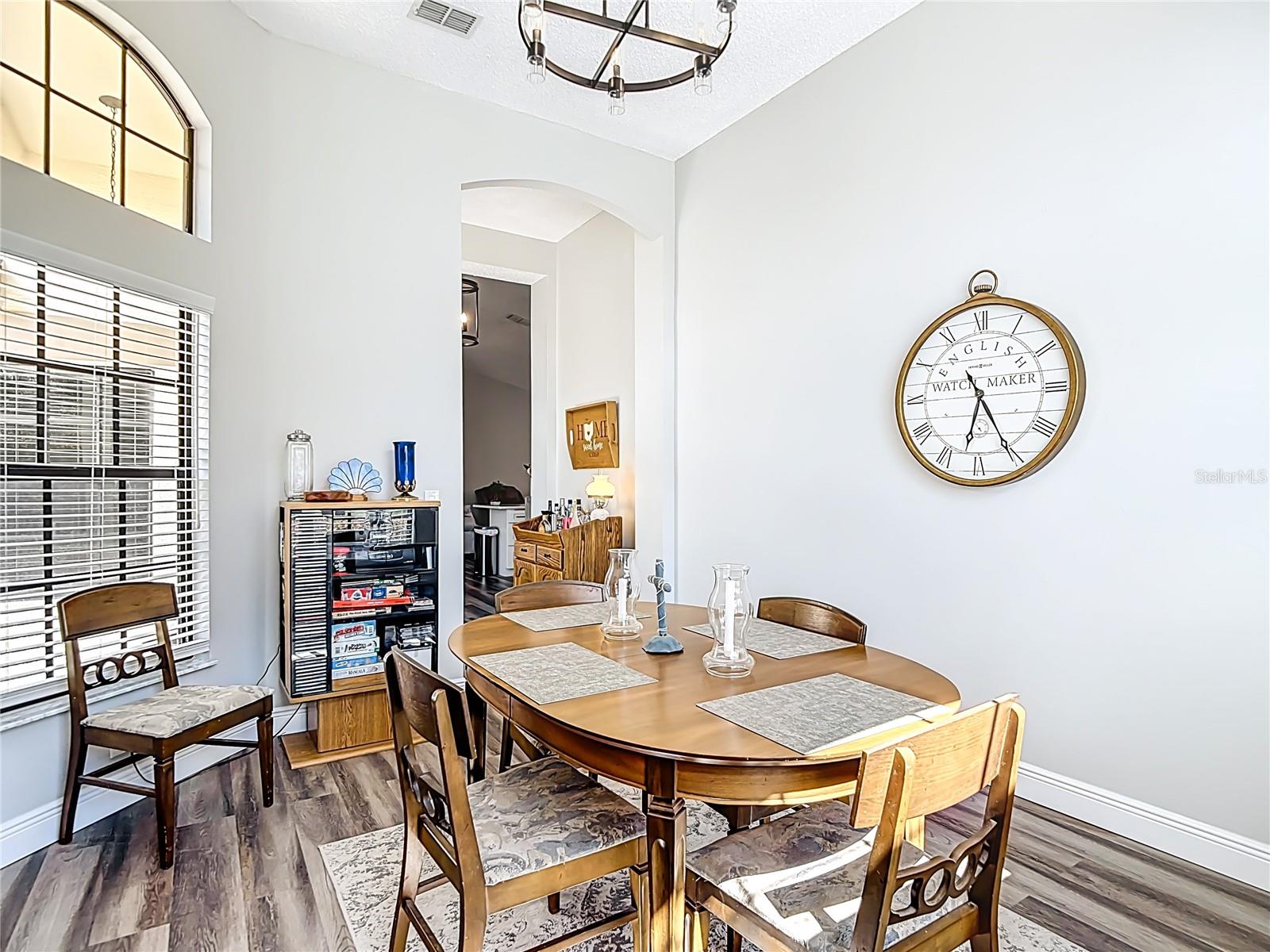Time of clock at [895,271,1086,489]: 6:25
